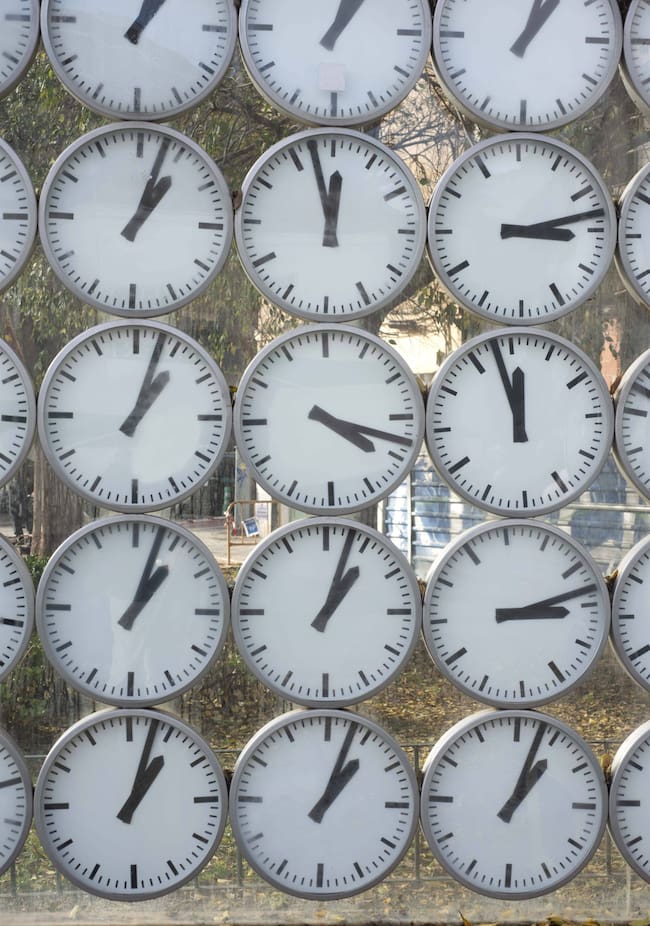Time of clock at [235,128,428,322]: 11:57
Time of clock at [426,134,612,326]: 3:13
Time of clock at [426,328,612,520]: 11:57
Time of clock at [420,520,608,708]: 3:13
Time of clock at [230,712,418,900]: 1:03
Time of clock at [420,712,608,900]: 1:03
